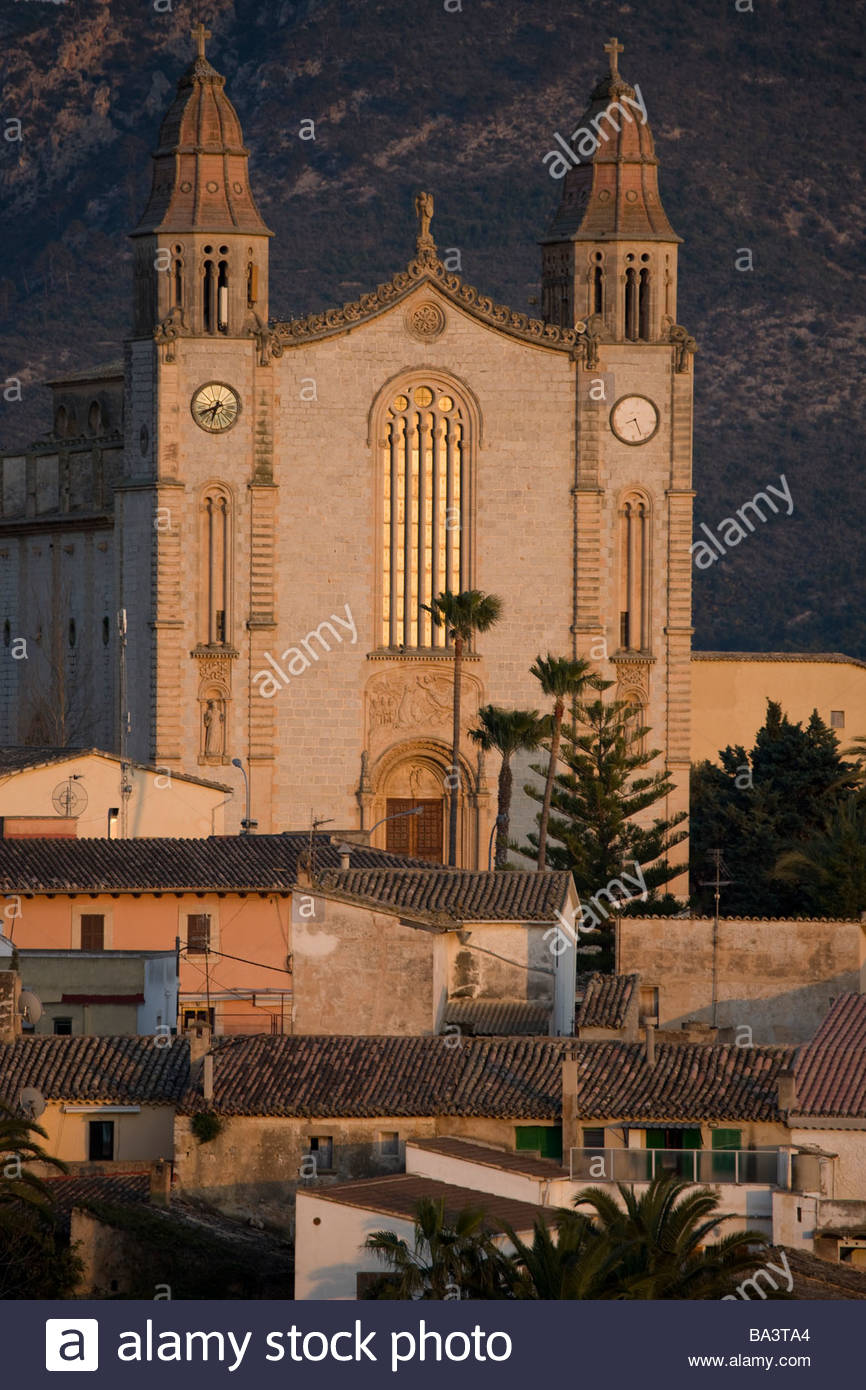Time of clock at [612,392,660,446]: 8:25
